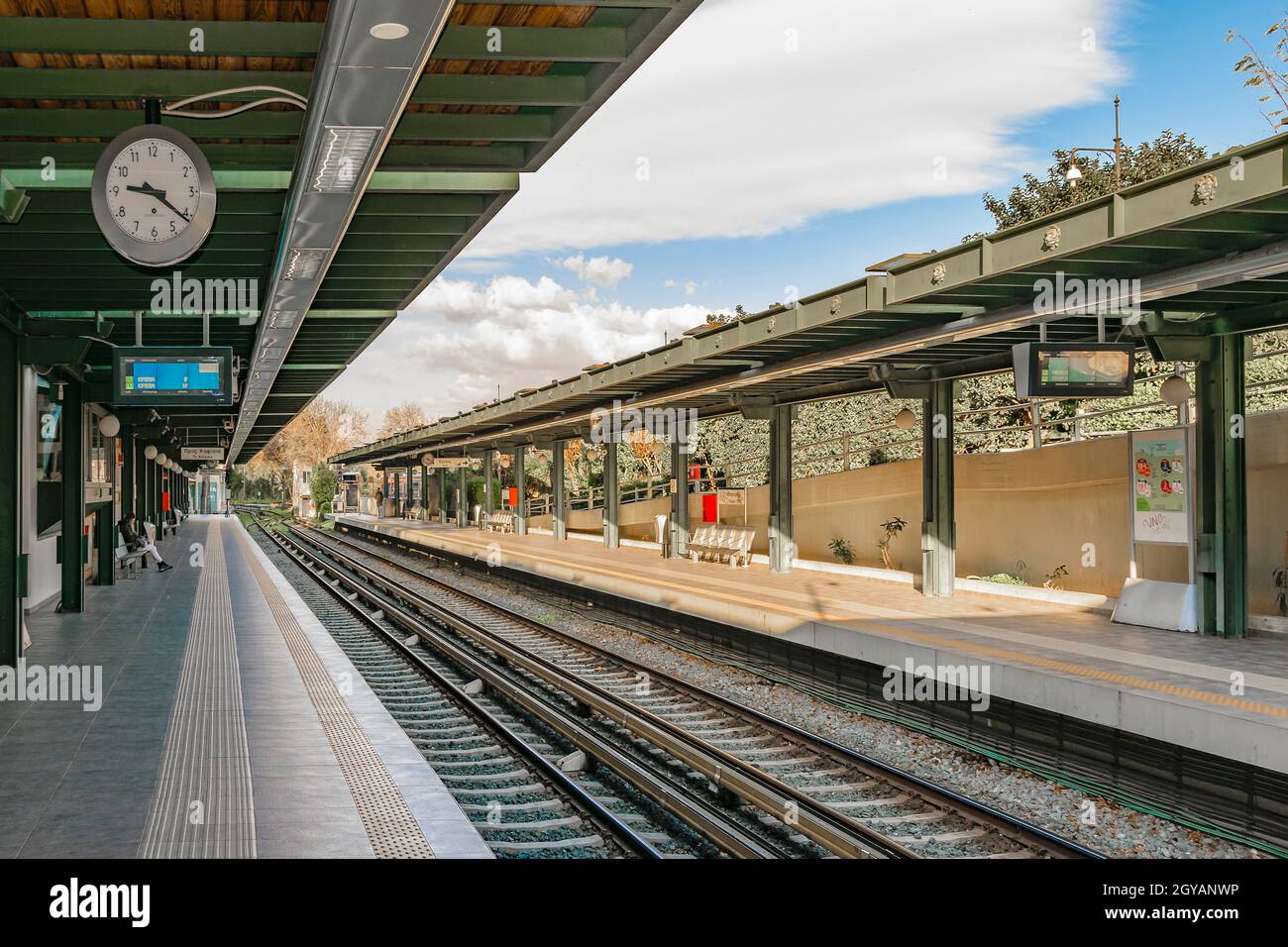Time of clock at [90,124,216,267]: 9:21
